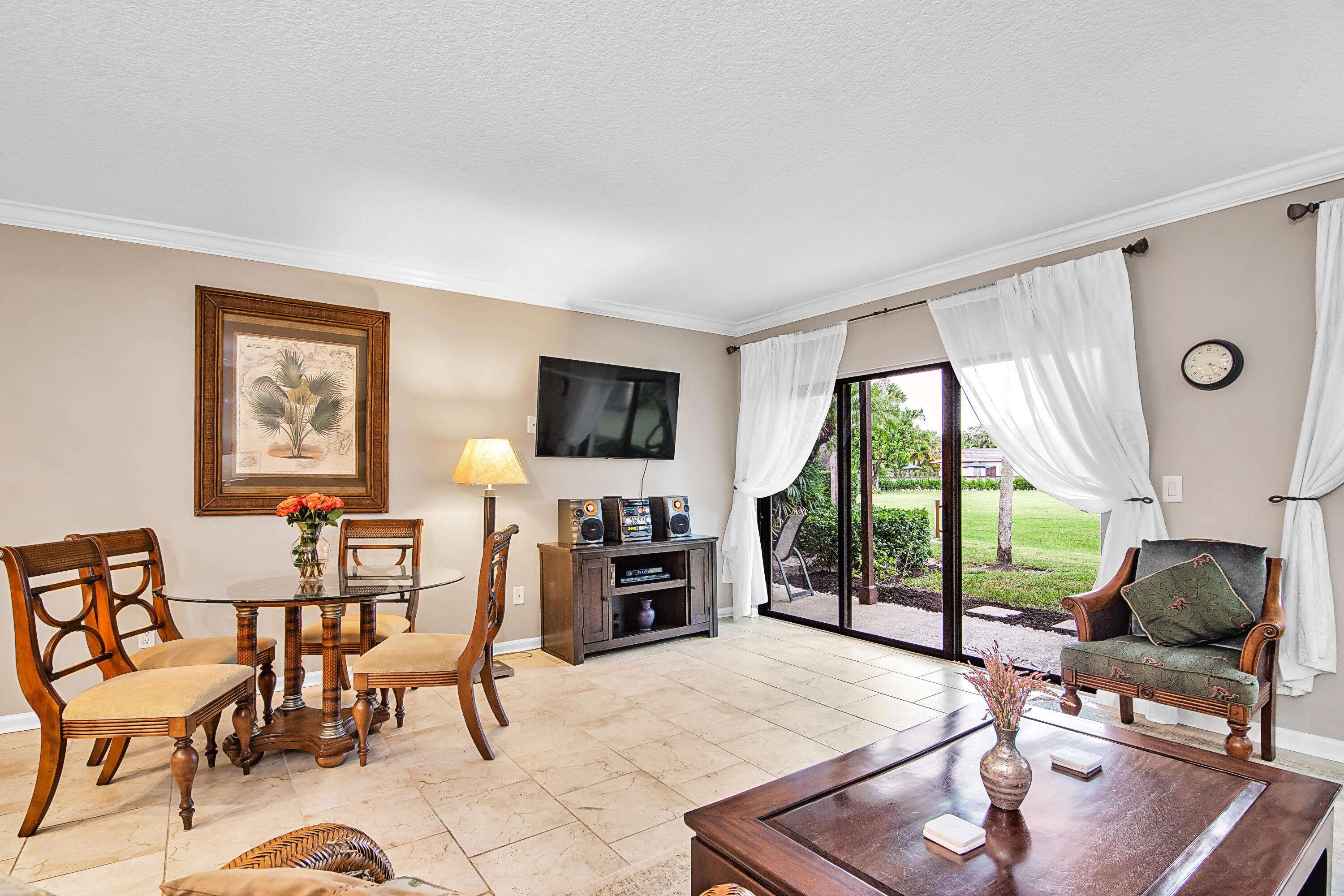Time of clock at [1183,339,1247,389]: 5:20
